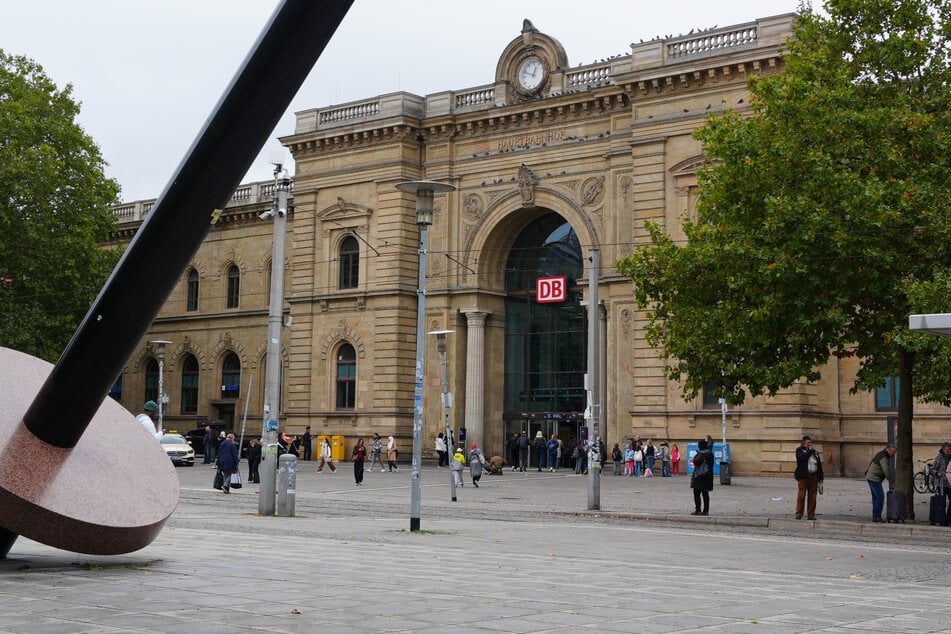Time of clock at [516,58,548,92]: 12:48
